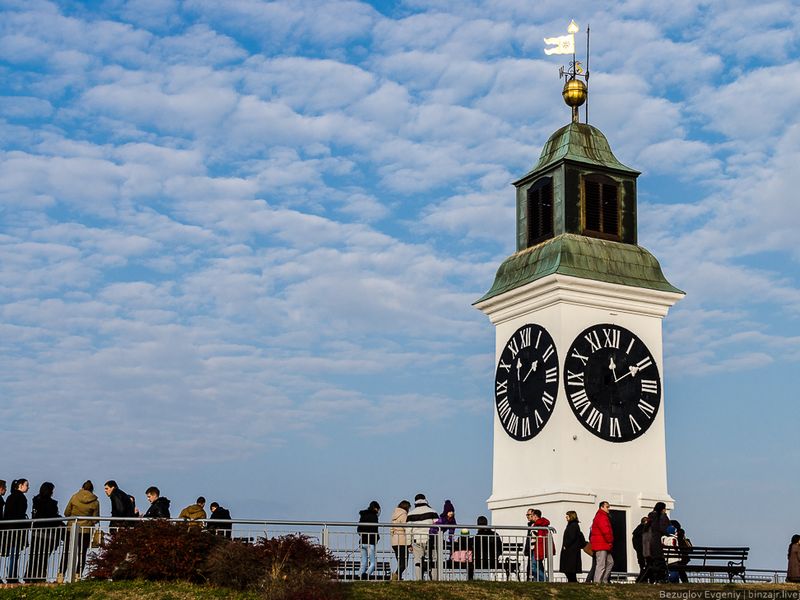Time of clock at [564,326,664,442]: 12:10
